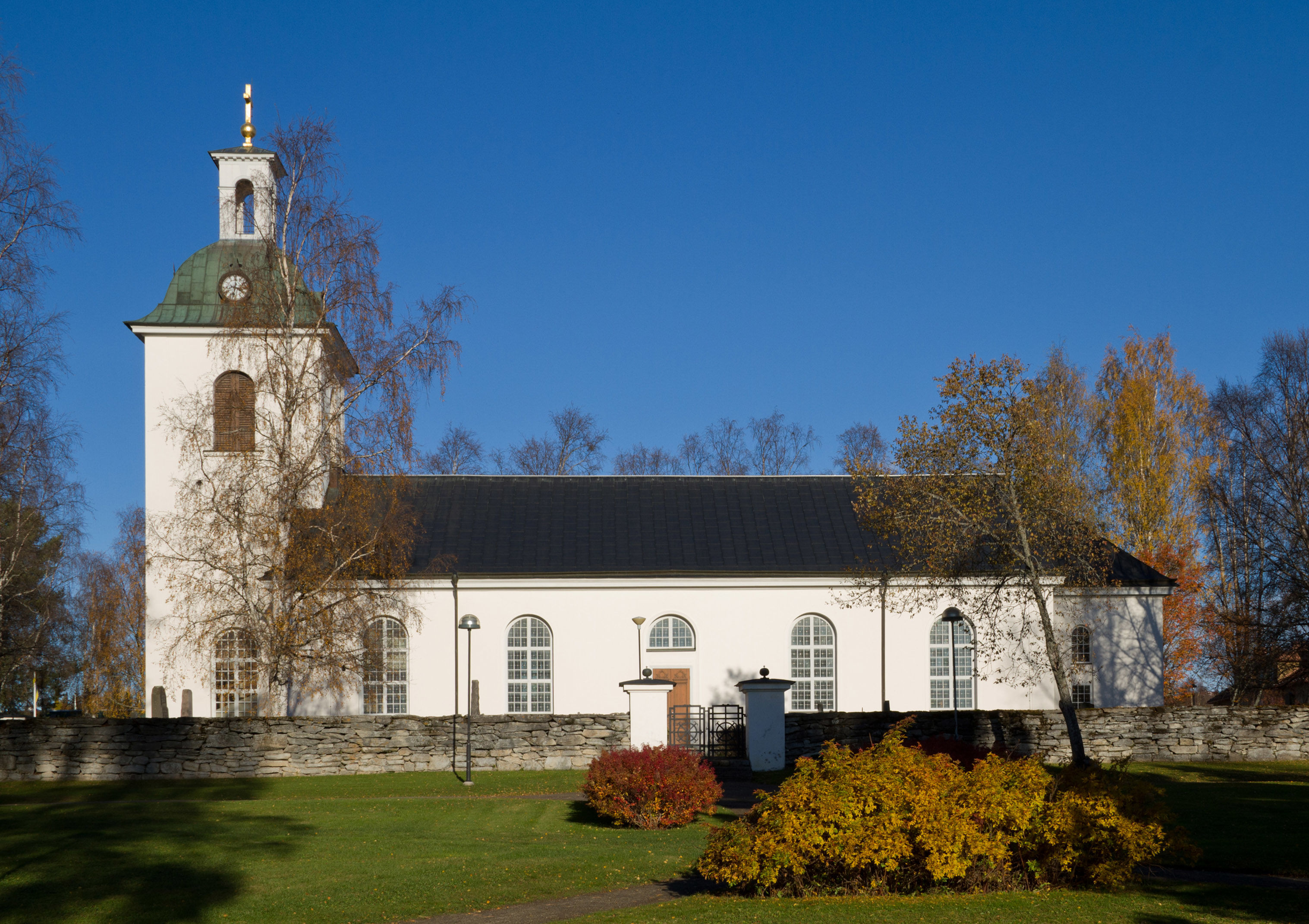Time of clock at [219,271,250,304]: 3:32
